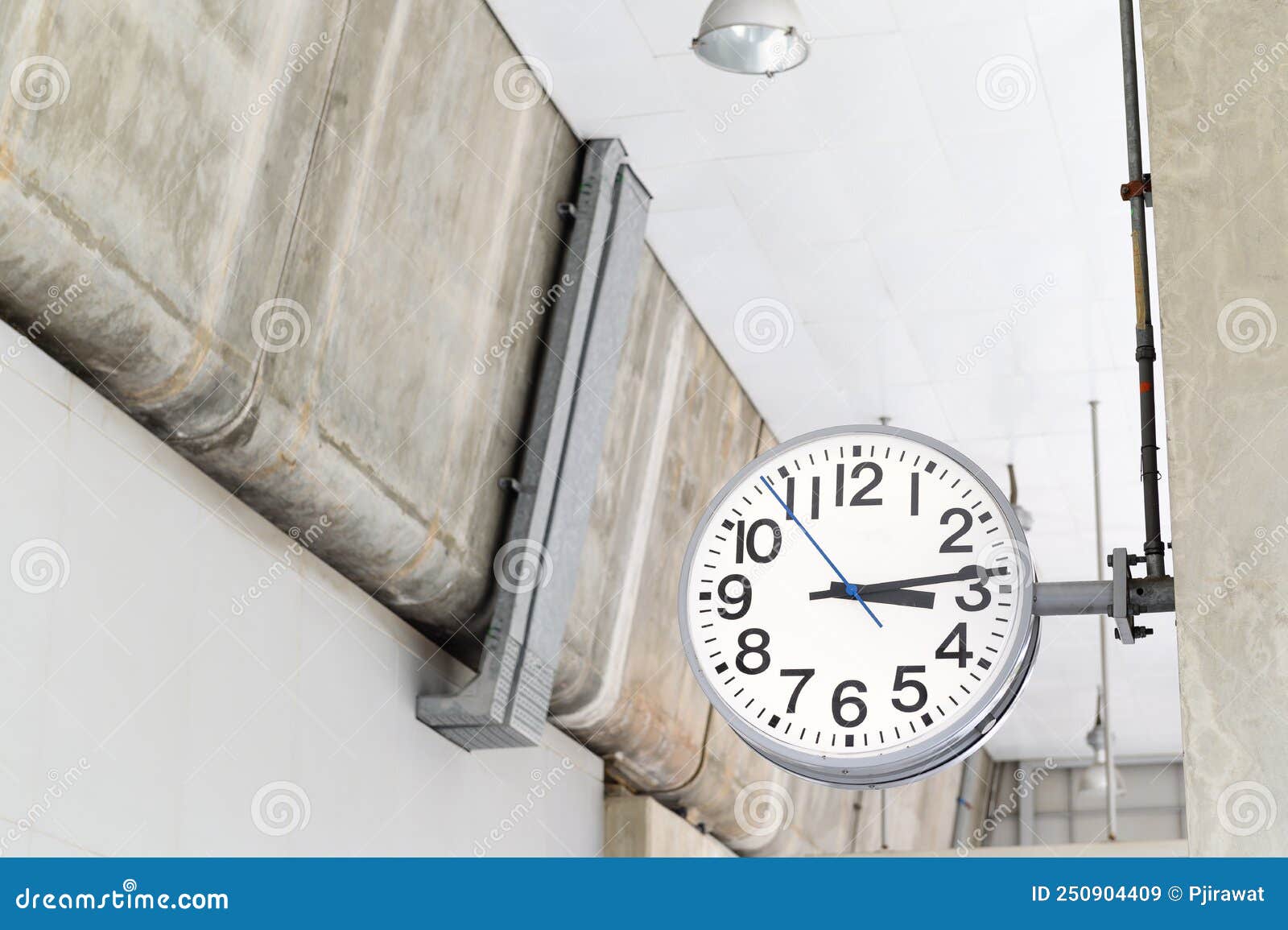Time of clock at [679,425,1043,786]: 3:13
